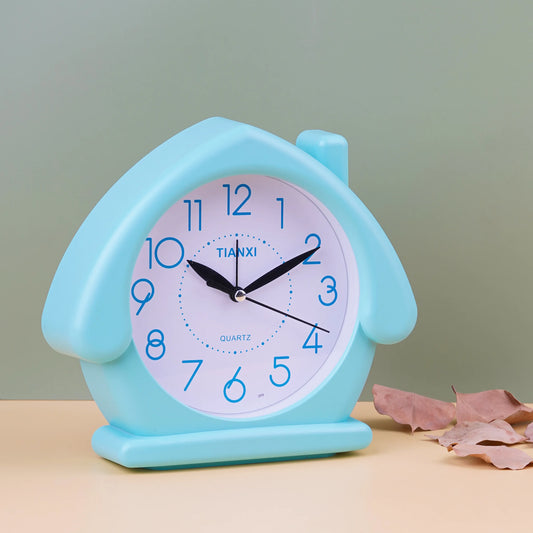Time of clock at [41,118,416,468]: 10:10
